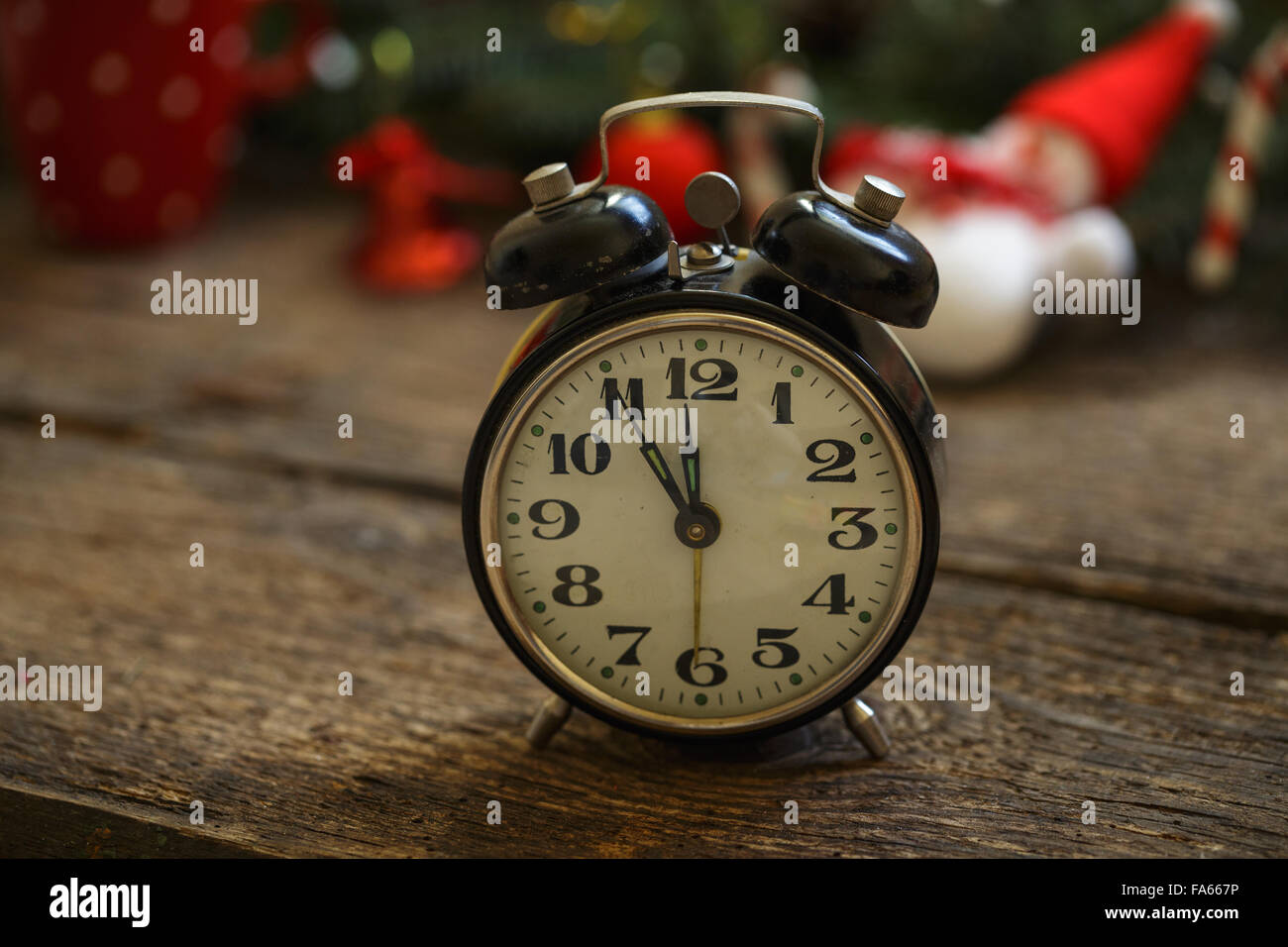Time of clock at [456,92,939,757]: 10:59
